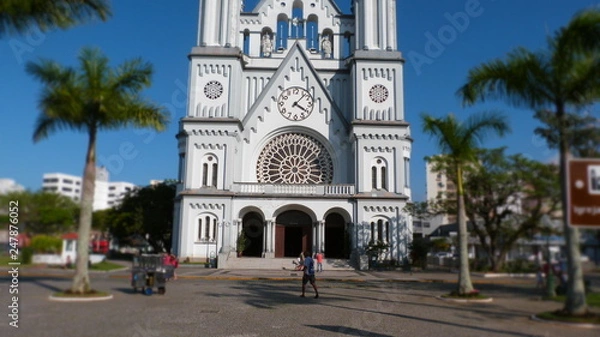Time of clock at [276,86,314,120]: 4:07
